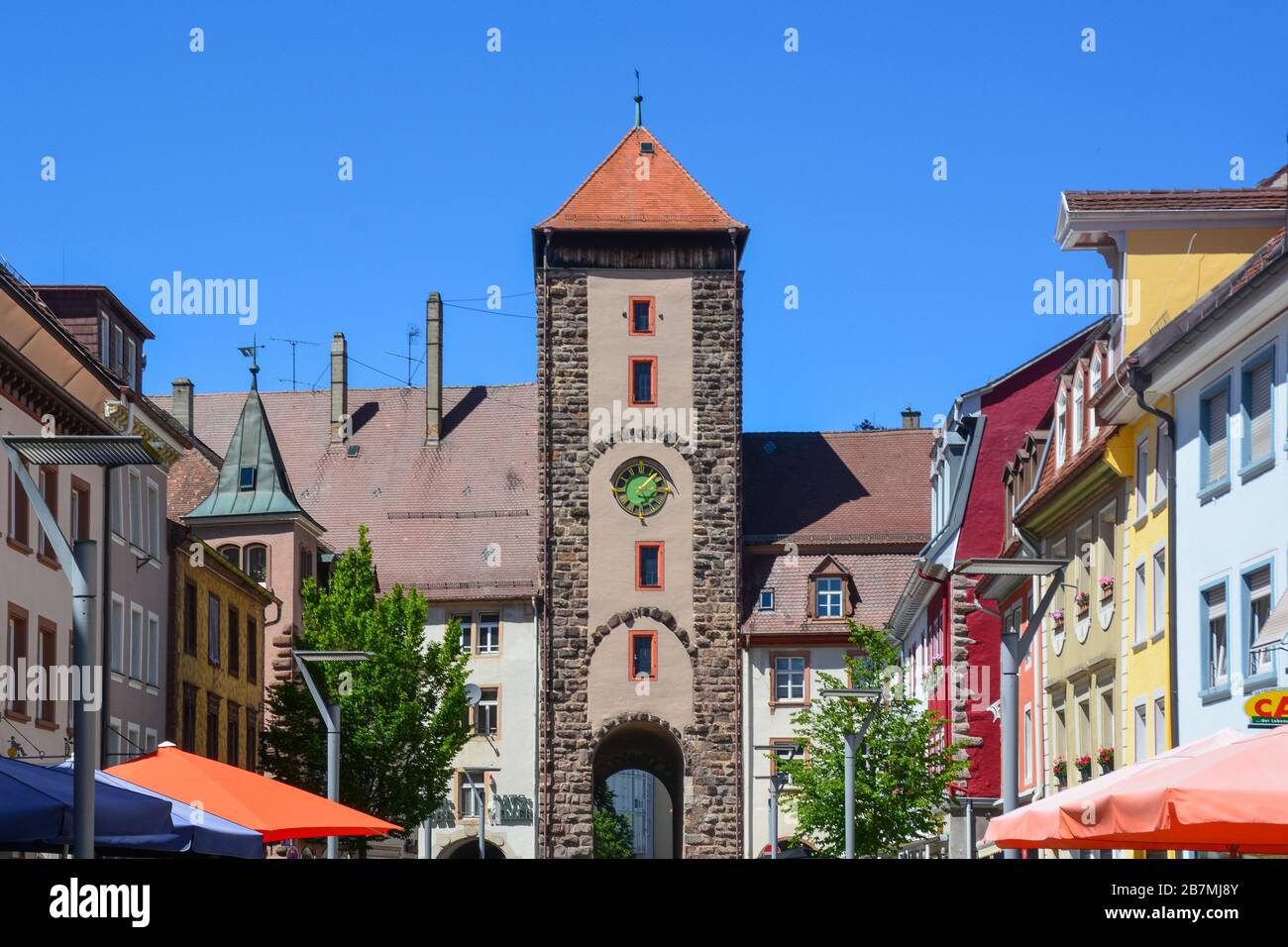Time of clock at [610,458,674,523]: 5:07
